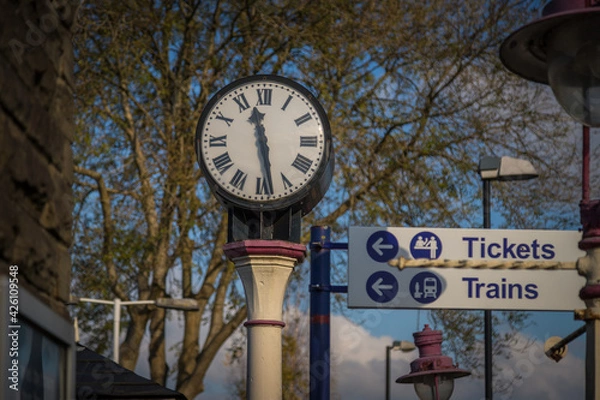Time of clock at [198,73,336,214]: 11:28
